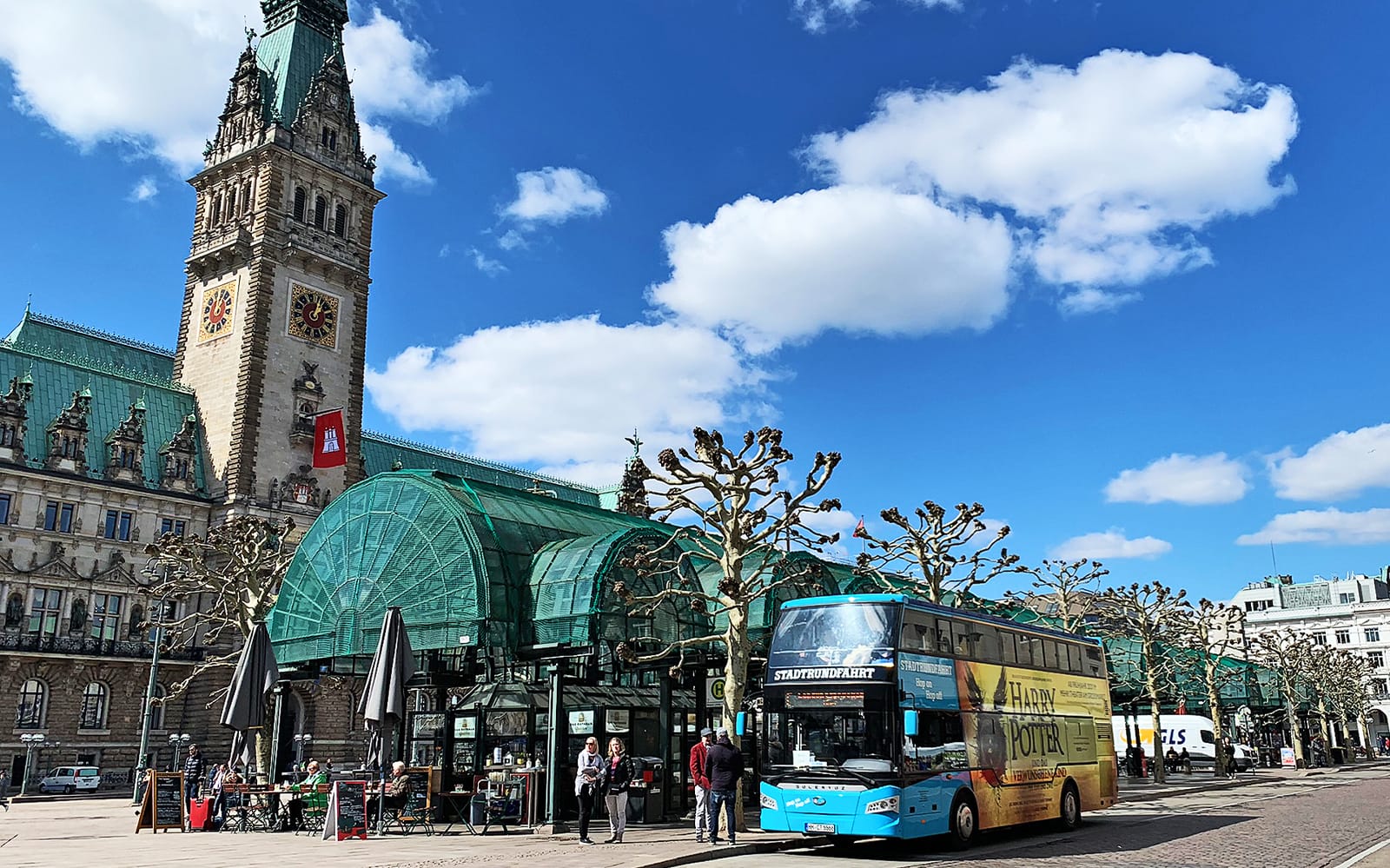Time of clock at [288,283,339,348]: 1:01
